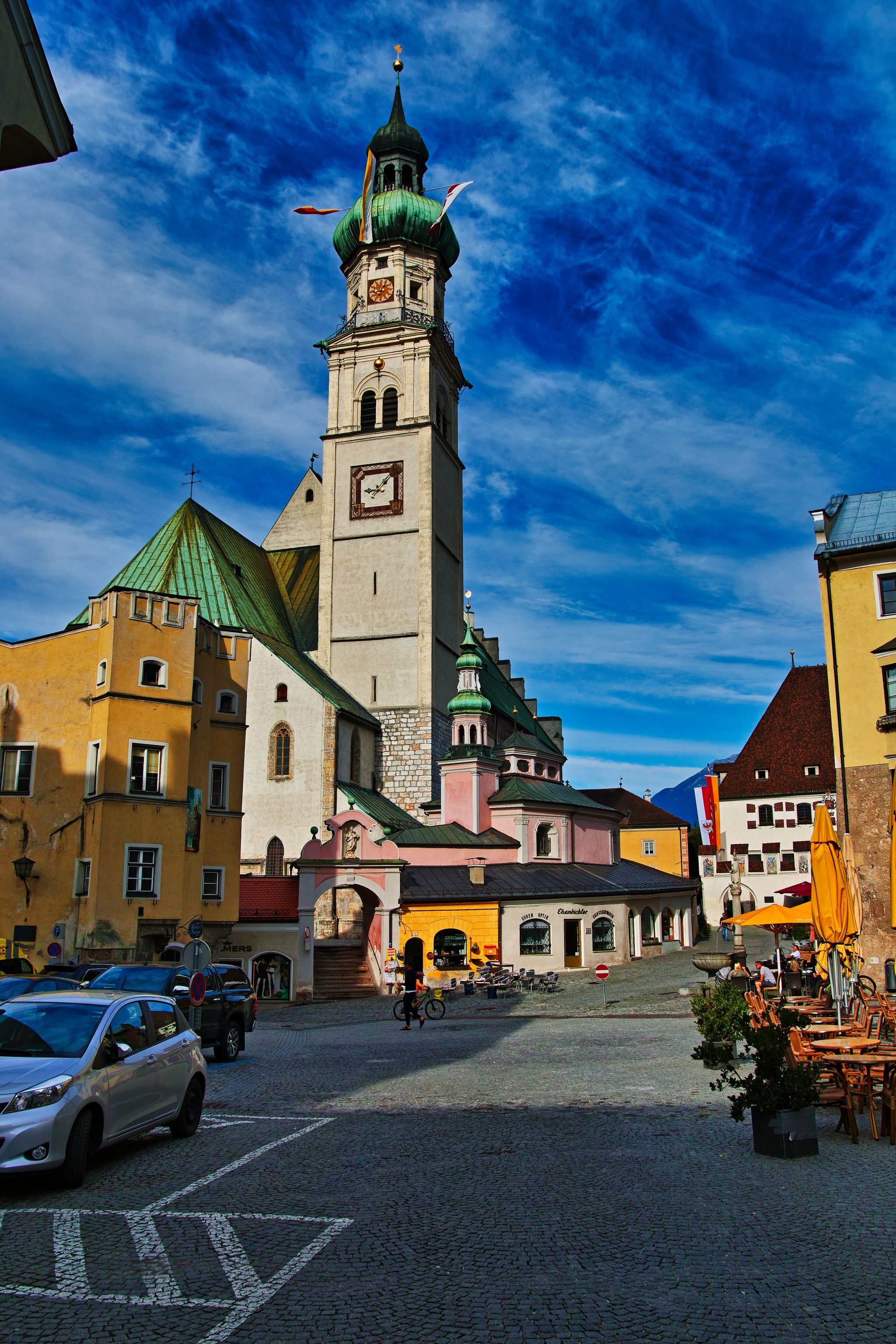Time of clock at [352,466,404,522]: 9:07
